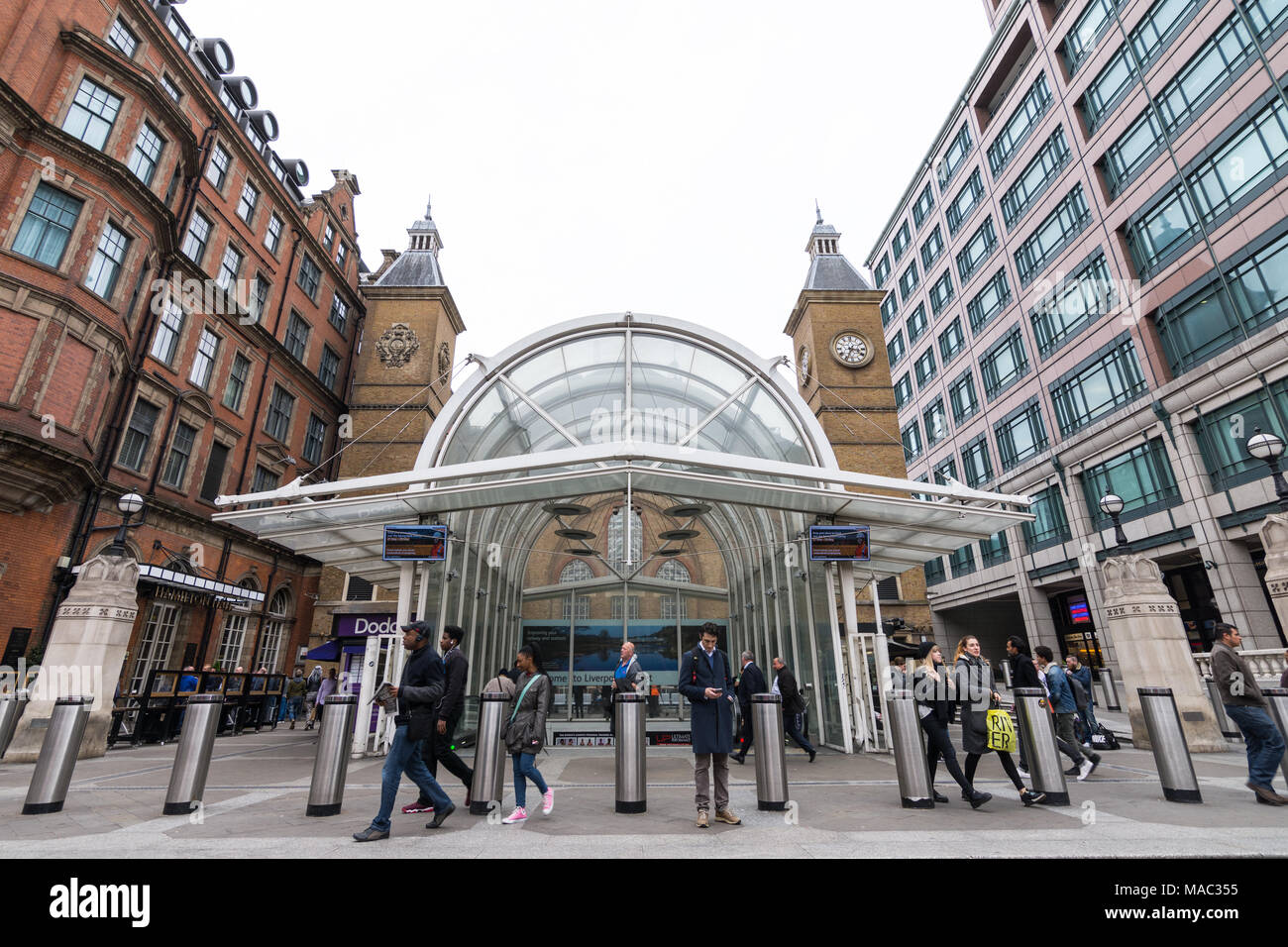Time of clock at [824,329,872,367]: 3:34
